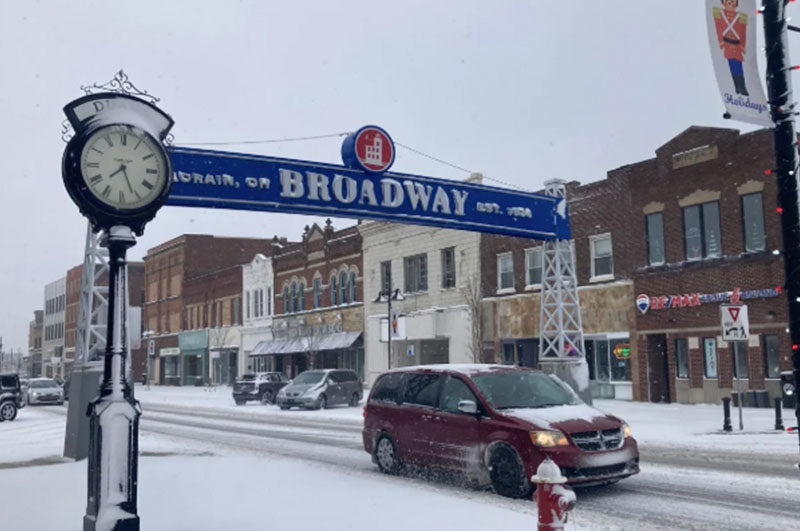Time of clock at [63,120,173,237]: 7:26
